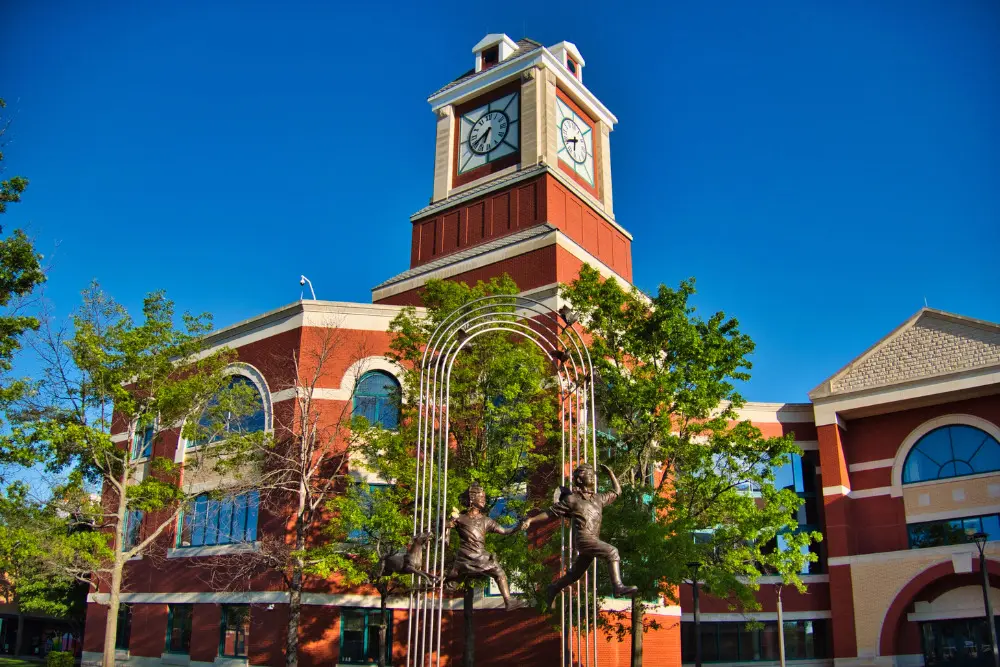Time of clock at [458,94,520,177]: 6:40
